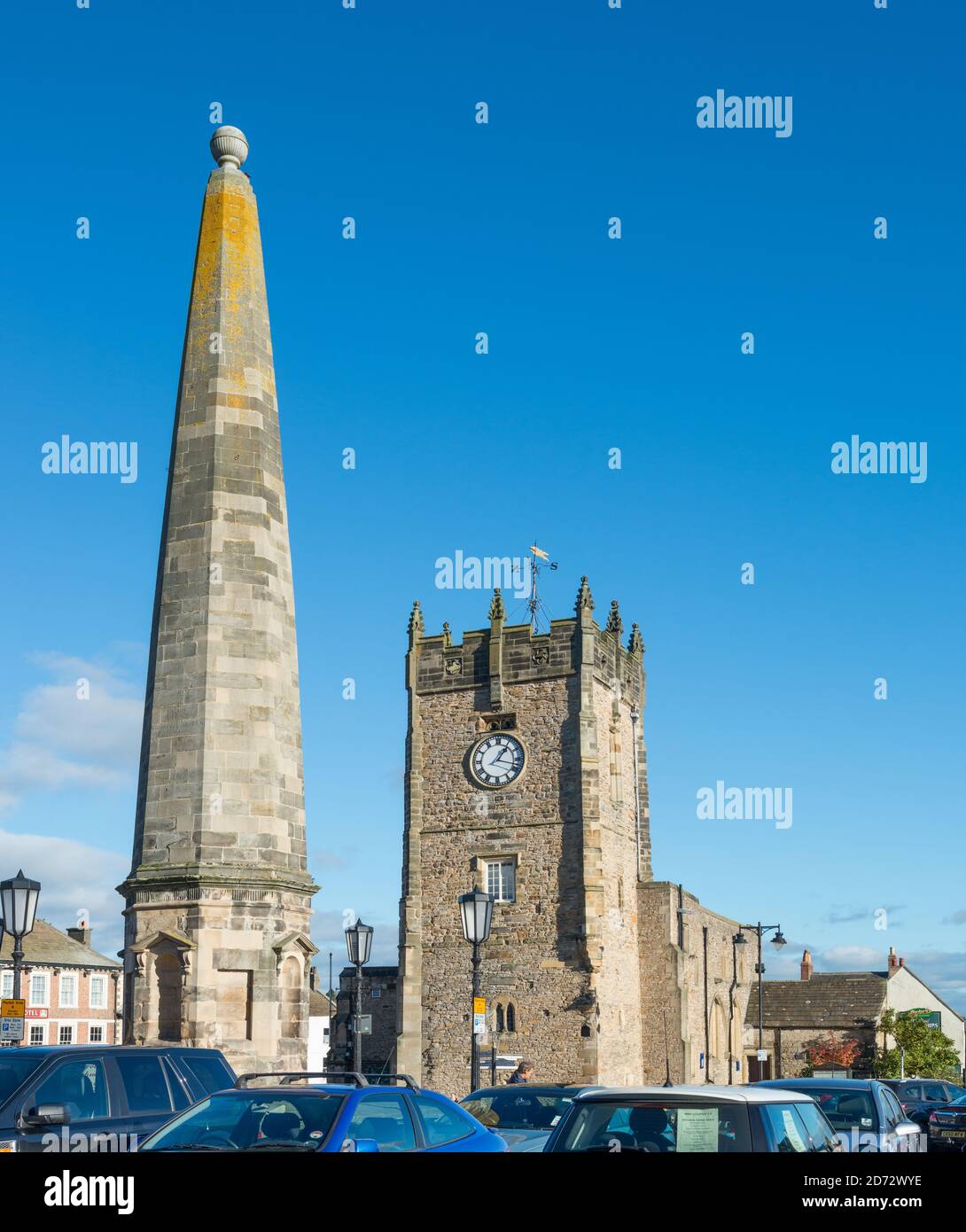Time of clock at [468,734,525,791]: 1:17
